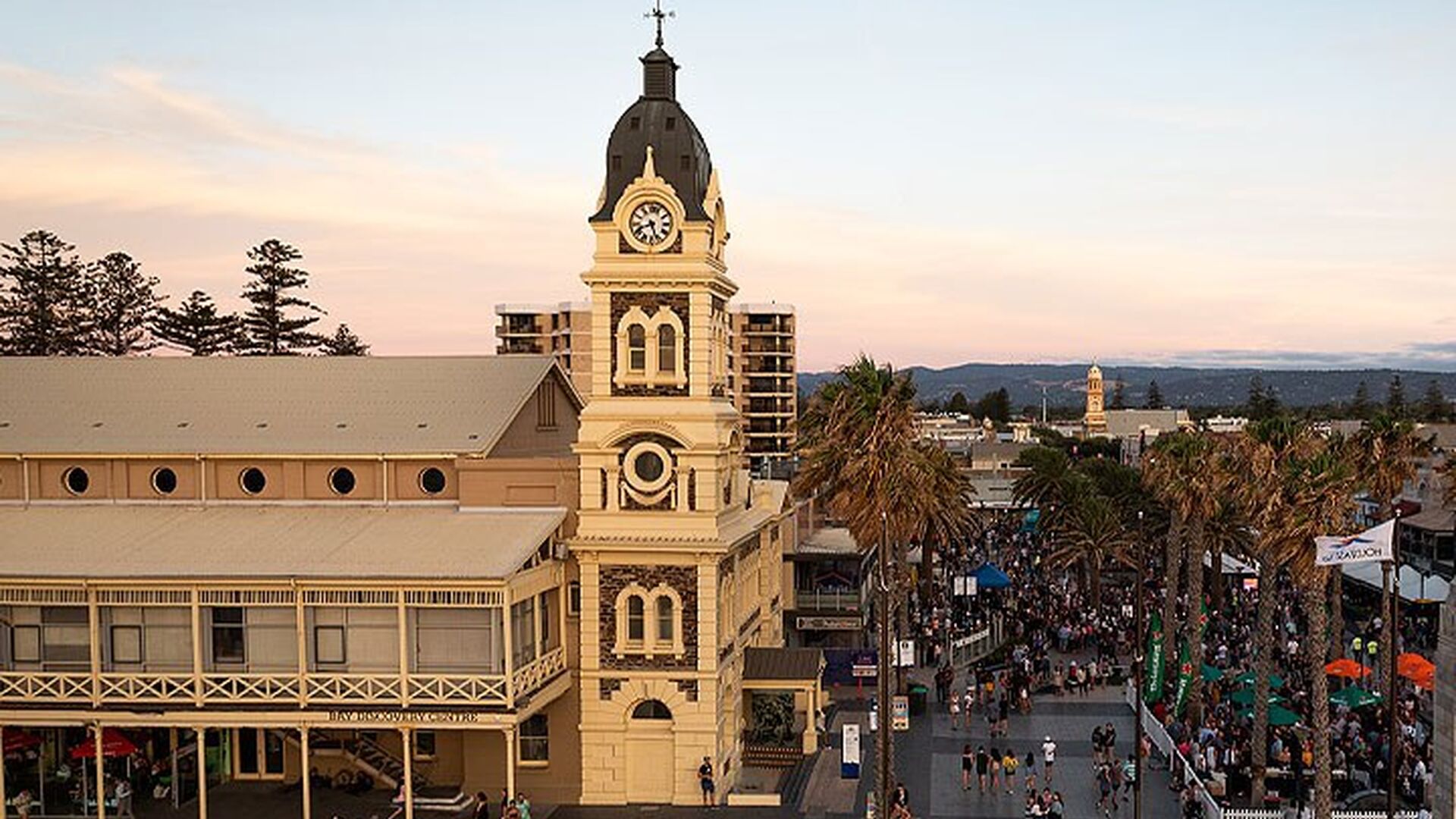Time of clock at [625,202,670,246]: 8:26
